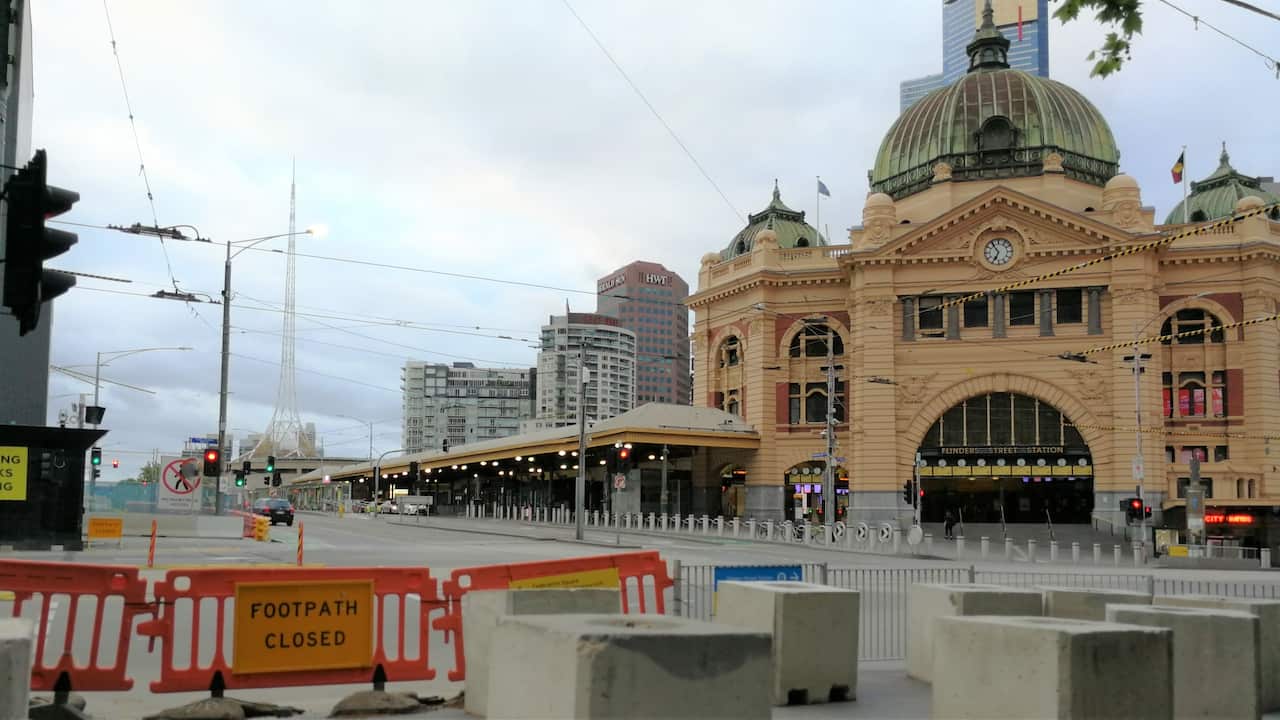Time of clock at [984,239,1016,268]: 6:54
